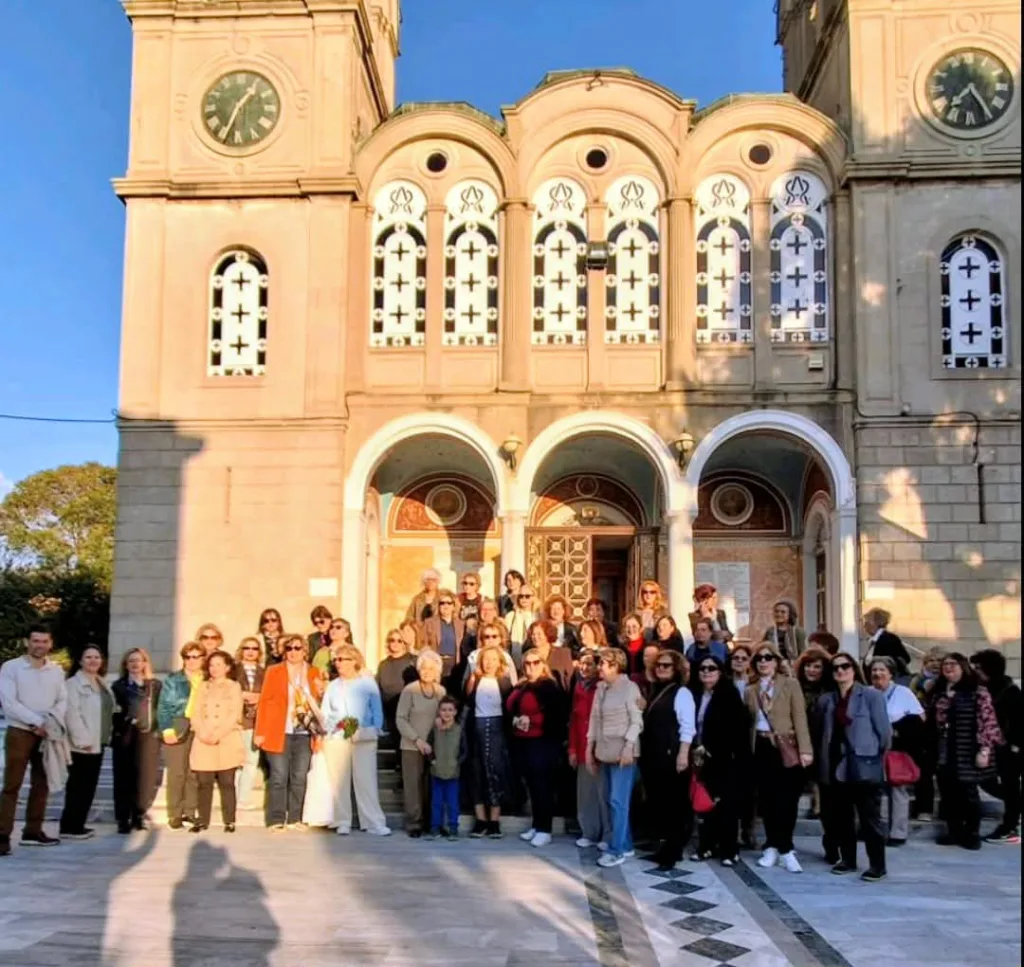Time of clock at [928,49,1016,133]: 7:24
